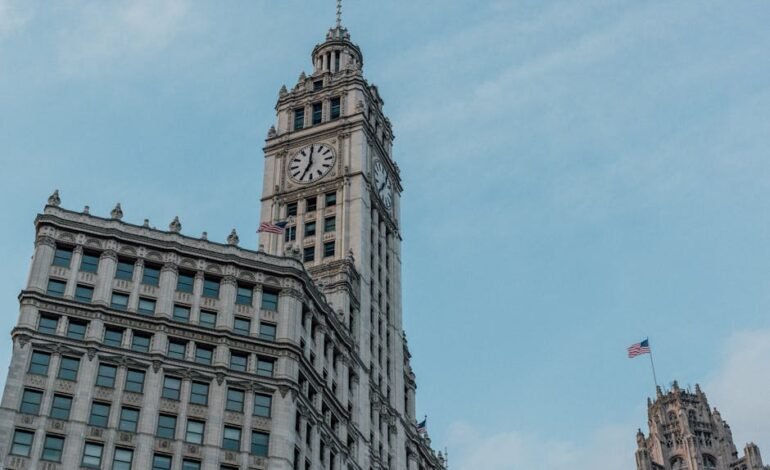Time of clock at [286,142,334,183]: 7:00
